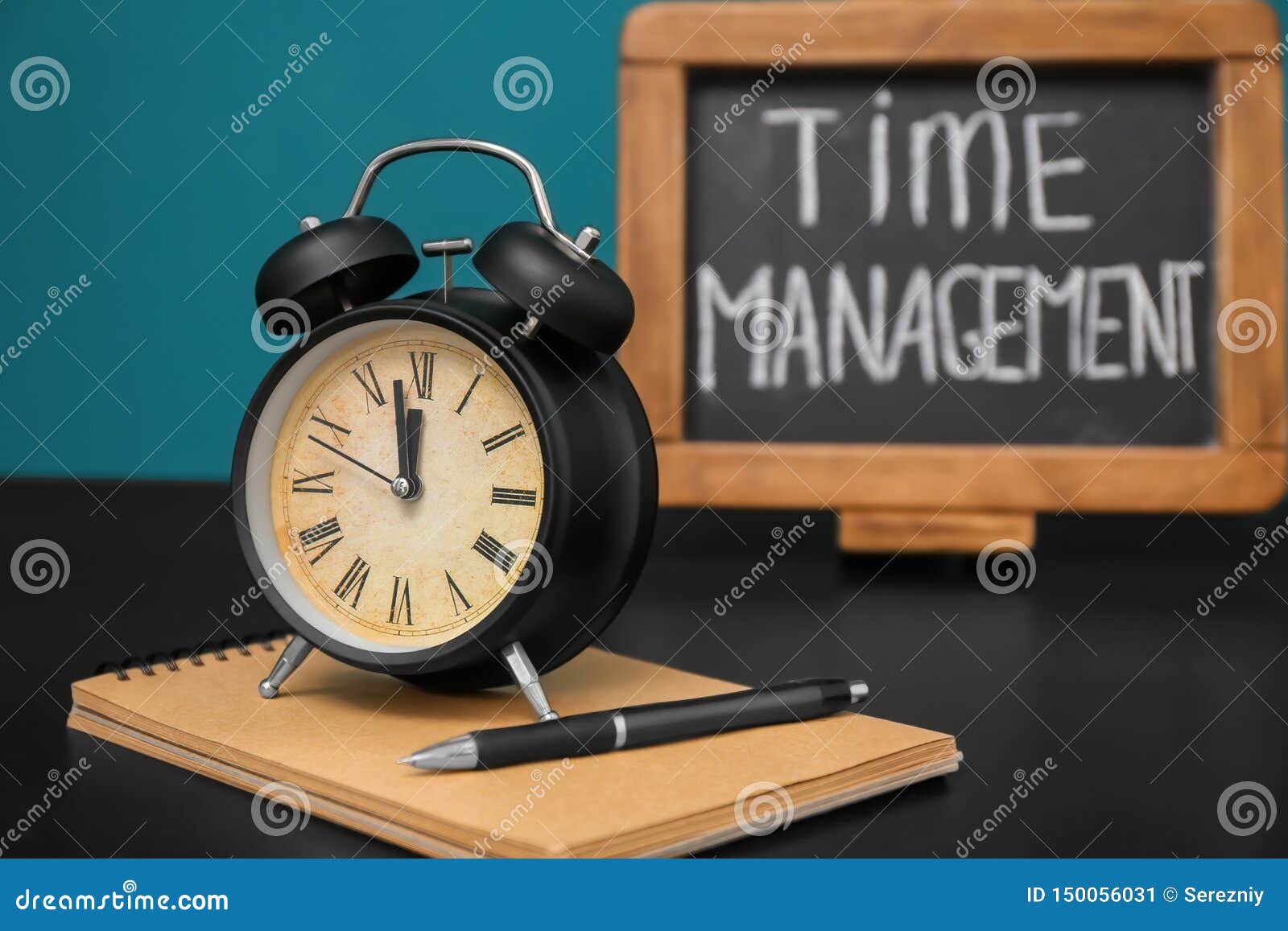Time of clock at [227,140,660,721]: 11:57
